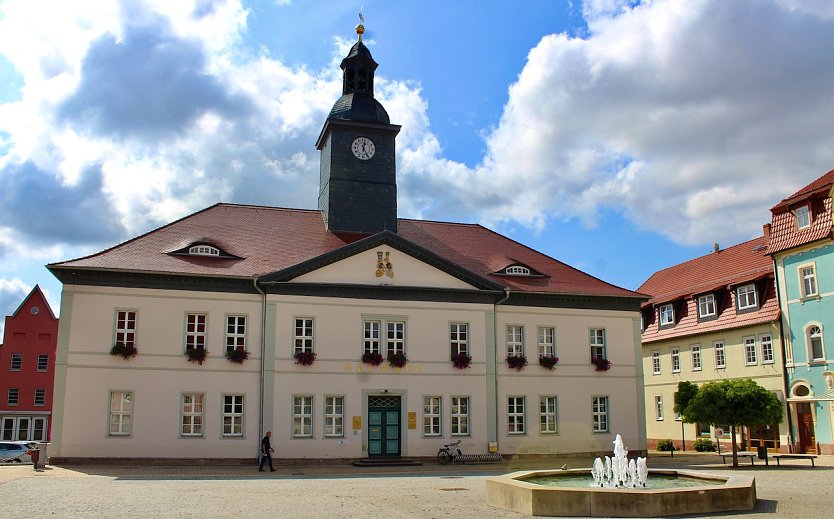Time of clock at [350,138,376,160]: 12:24
